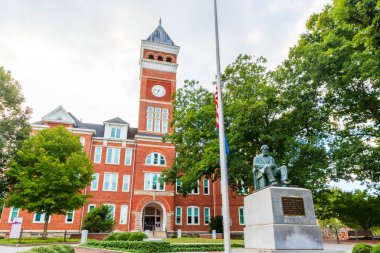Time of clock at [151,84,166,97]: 6:47
